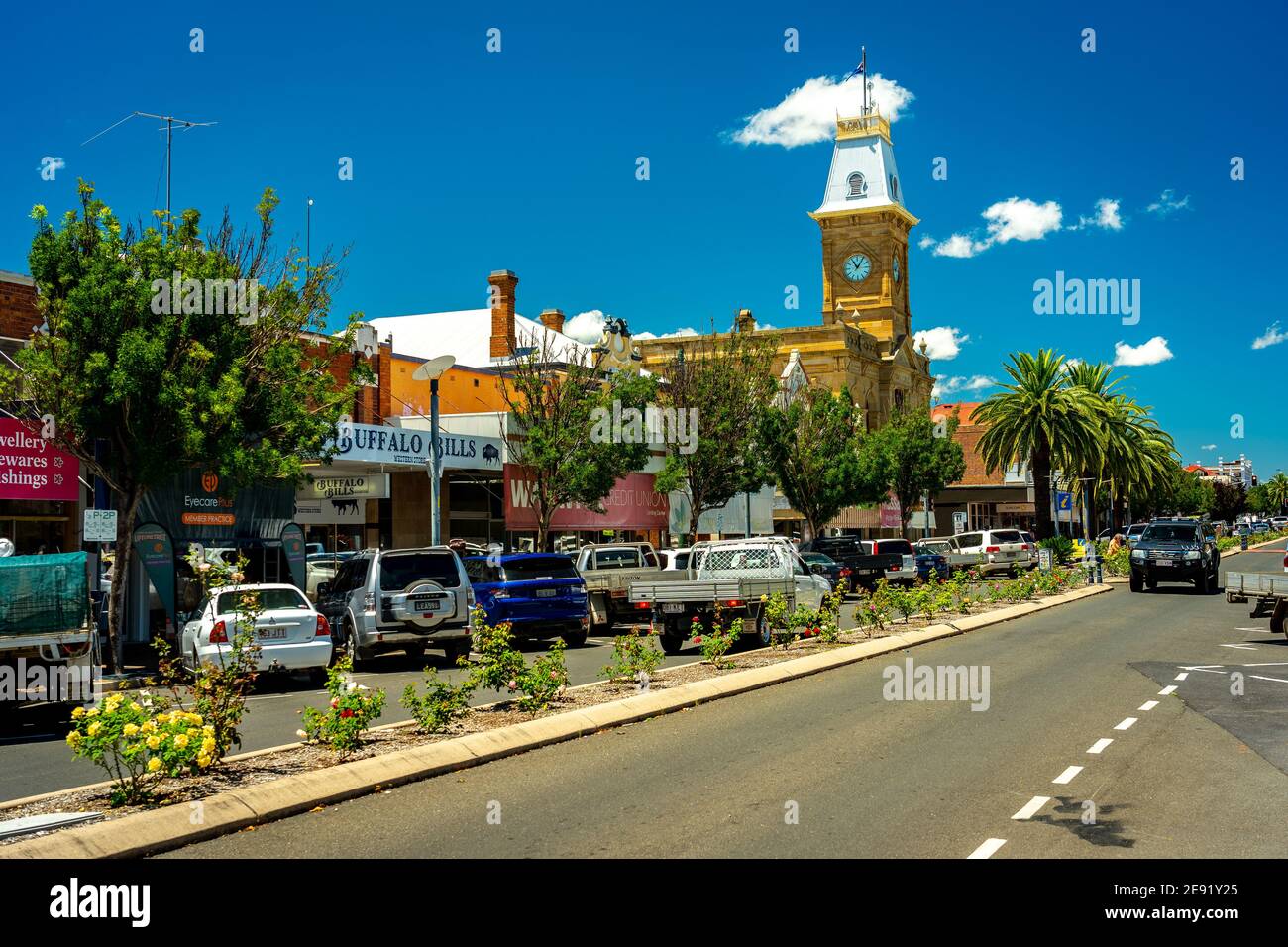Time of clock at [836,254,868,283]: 11:05
